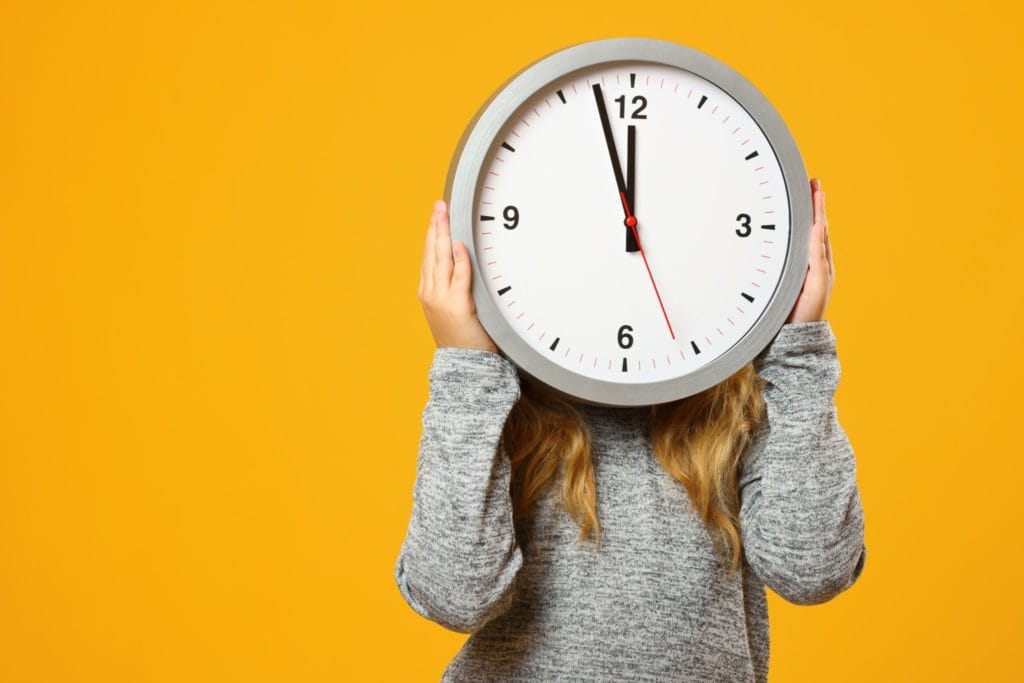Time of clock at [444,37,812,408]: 11:57
